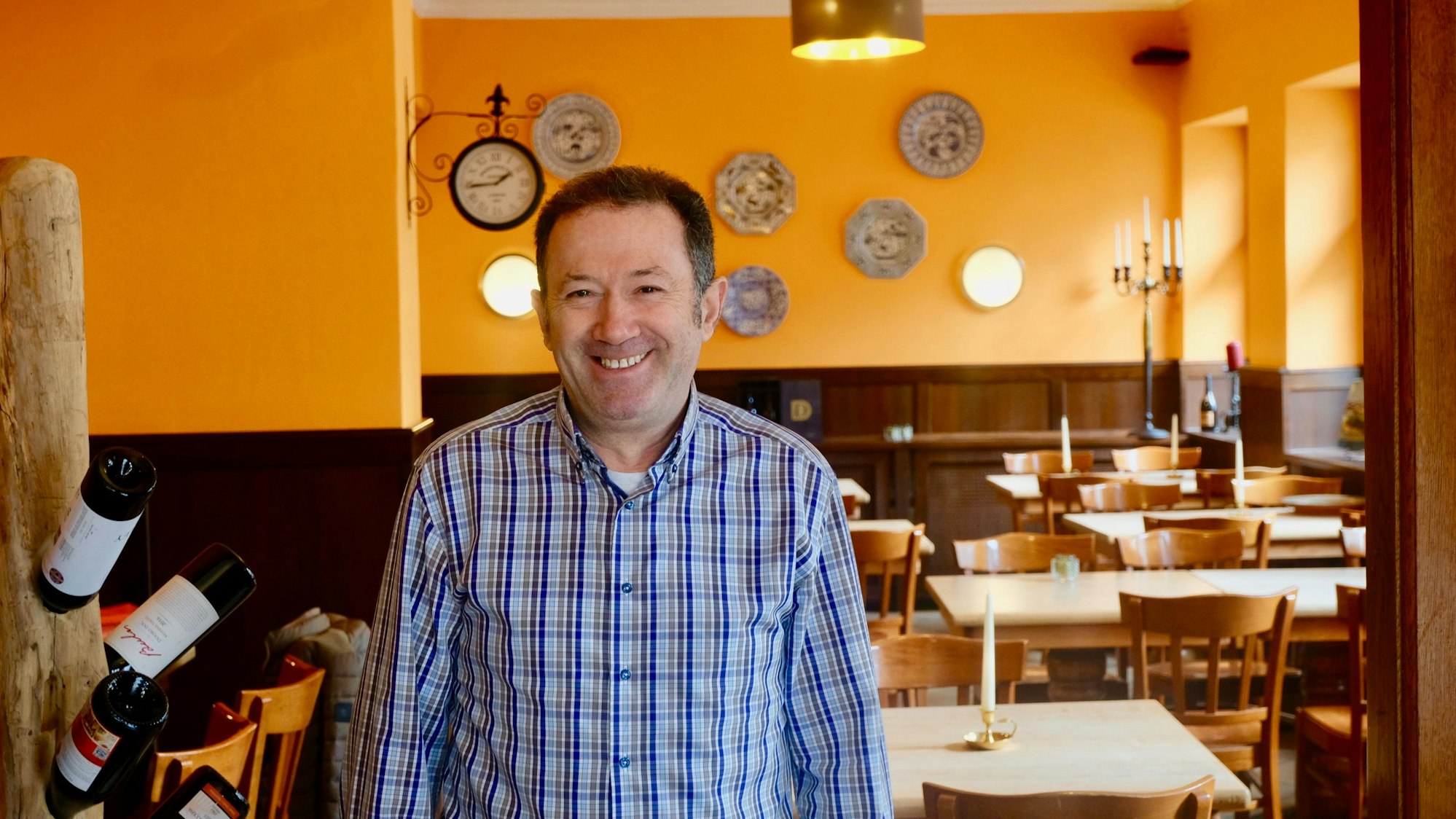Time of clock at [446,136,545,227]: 1:44
